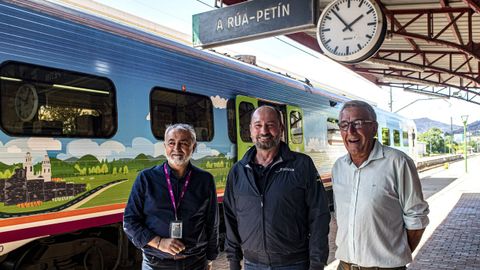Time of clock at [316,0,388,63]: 1:53
